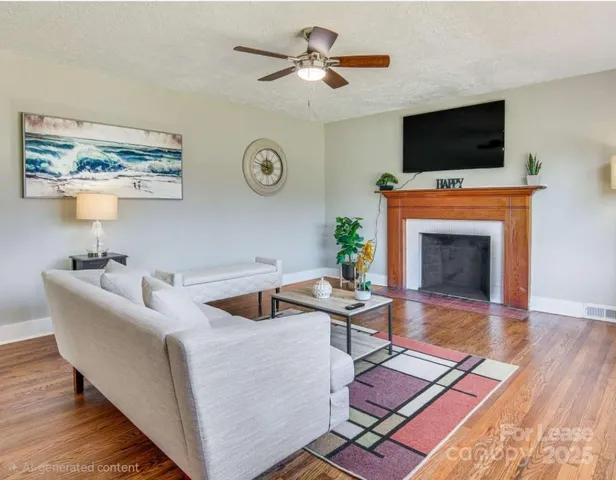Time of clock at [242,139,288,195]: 11:47
